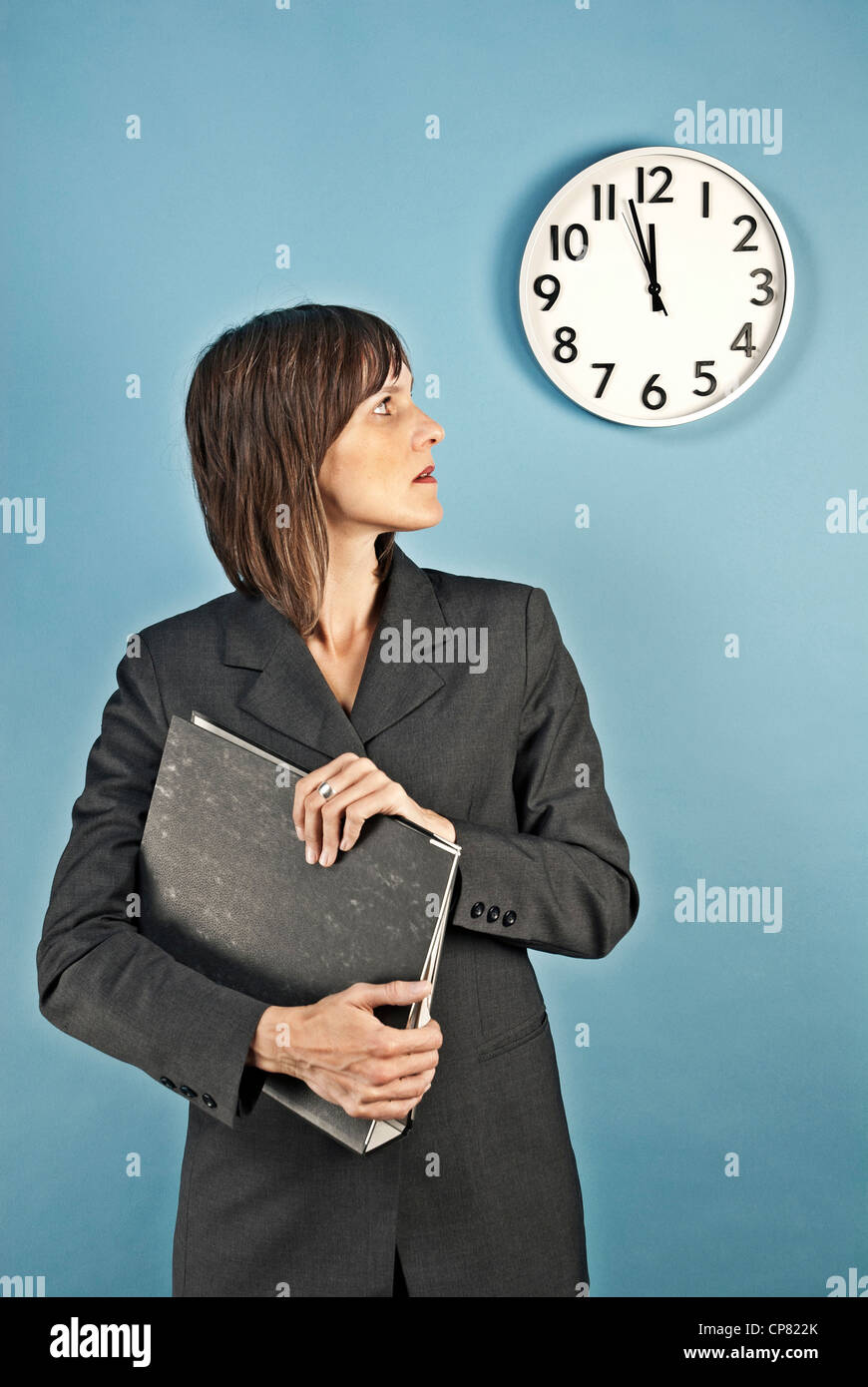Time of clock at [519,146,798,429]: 11:57
